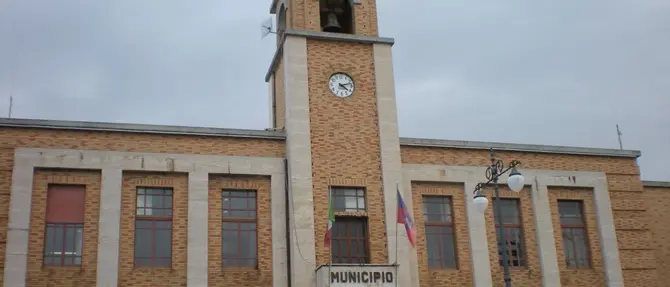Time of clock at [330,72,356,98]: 4:12
